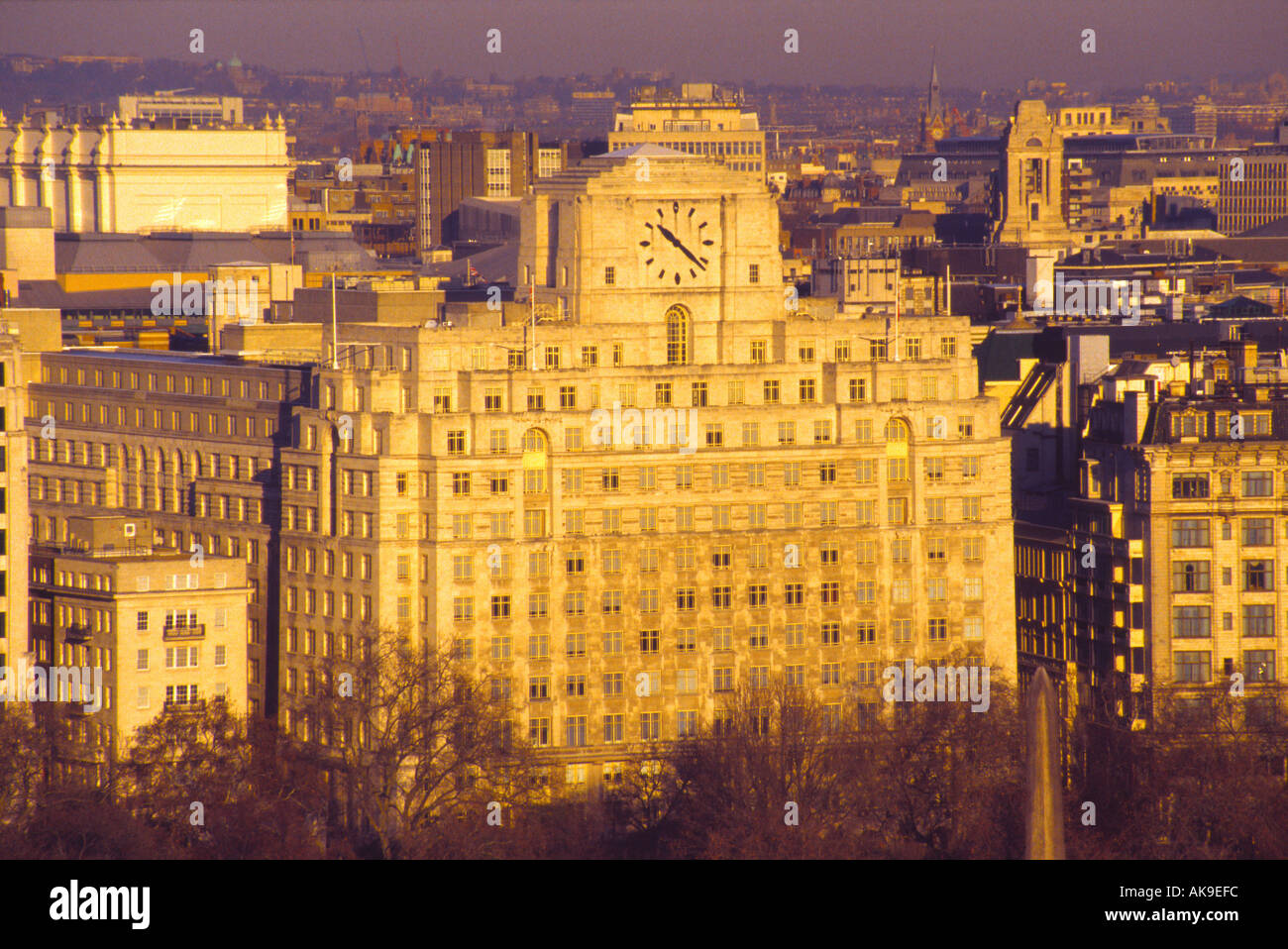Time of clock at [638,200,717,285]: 10:21
